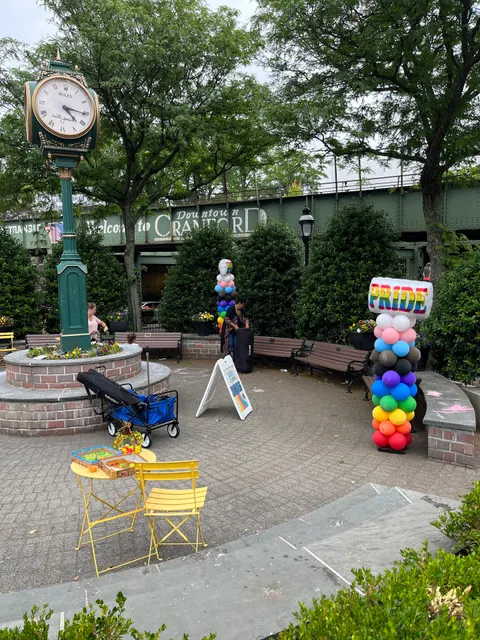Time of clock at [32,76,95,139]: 4:15
